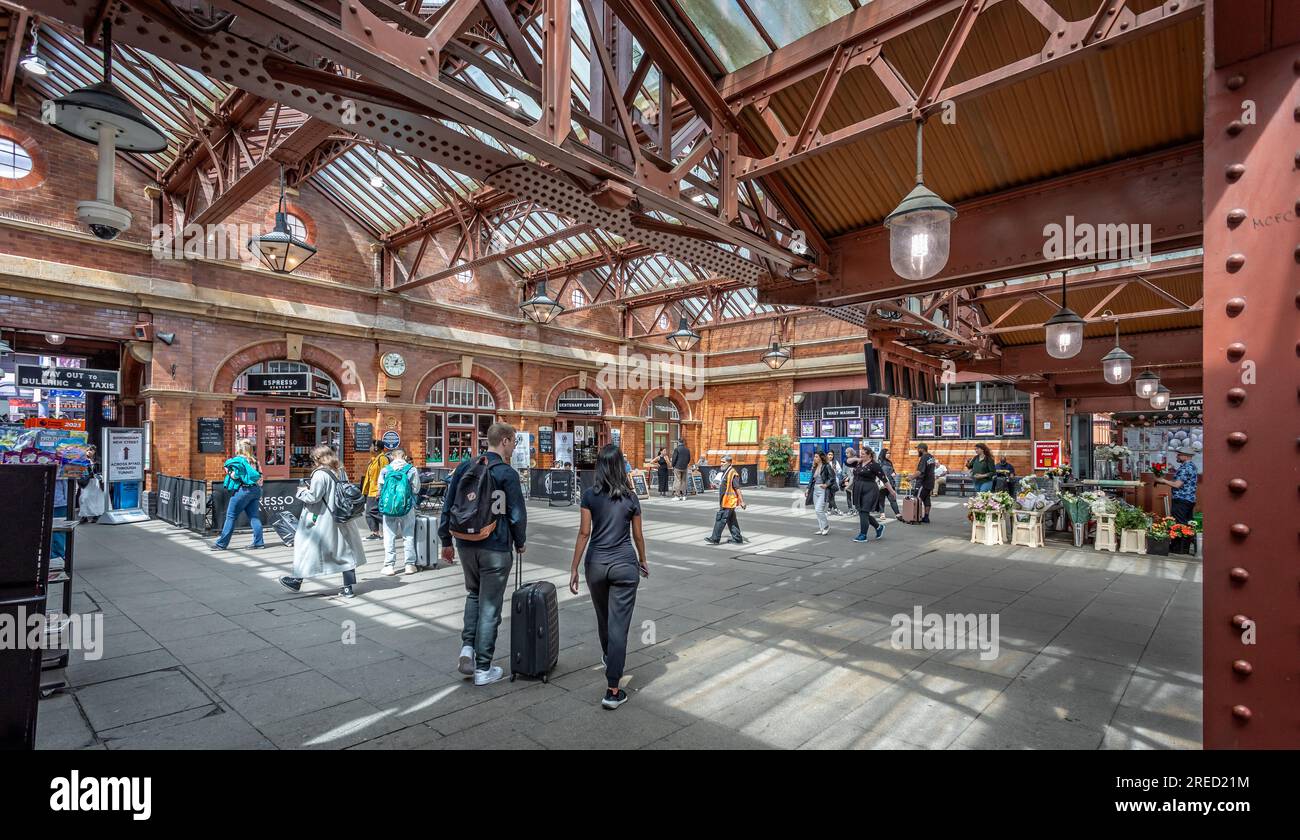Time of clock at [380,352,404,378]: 1:13
